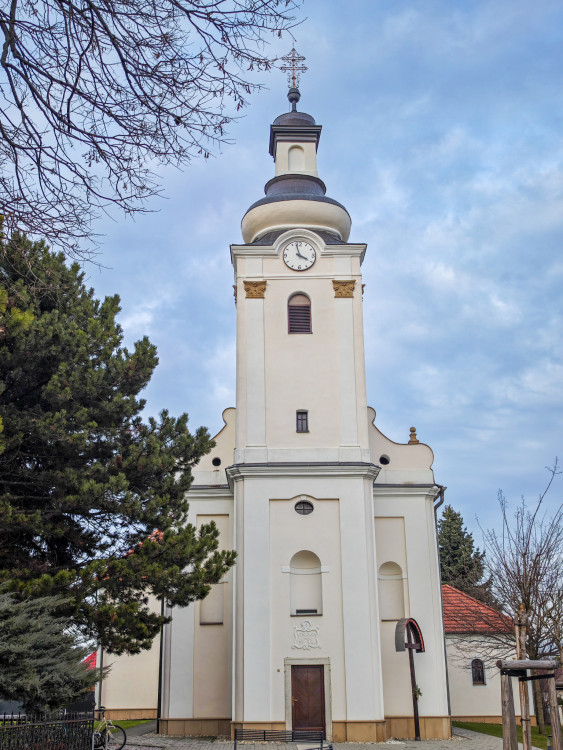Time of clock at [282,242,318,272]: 3:57
